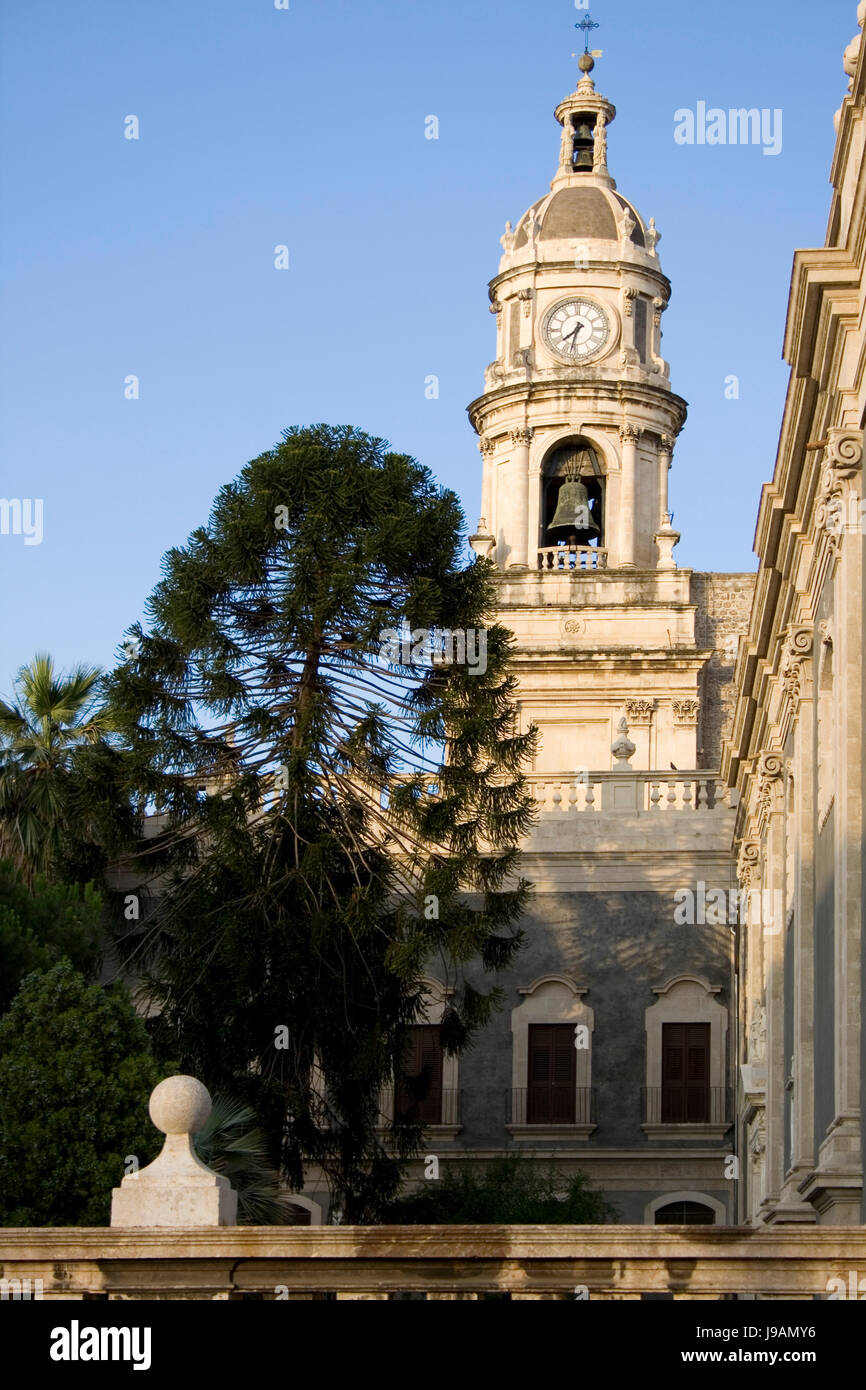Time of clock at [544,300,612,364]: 7:32
